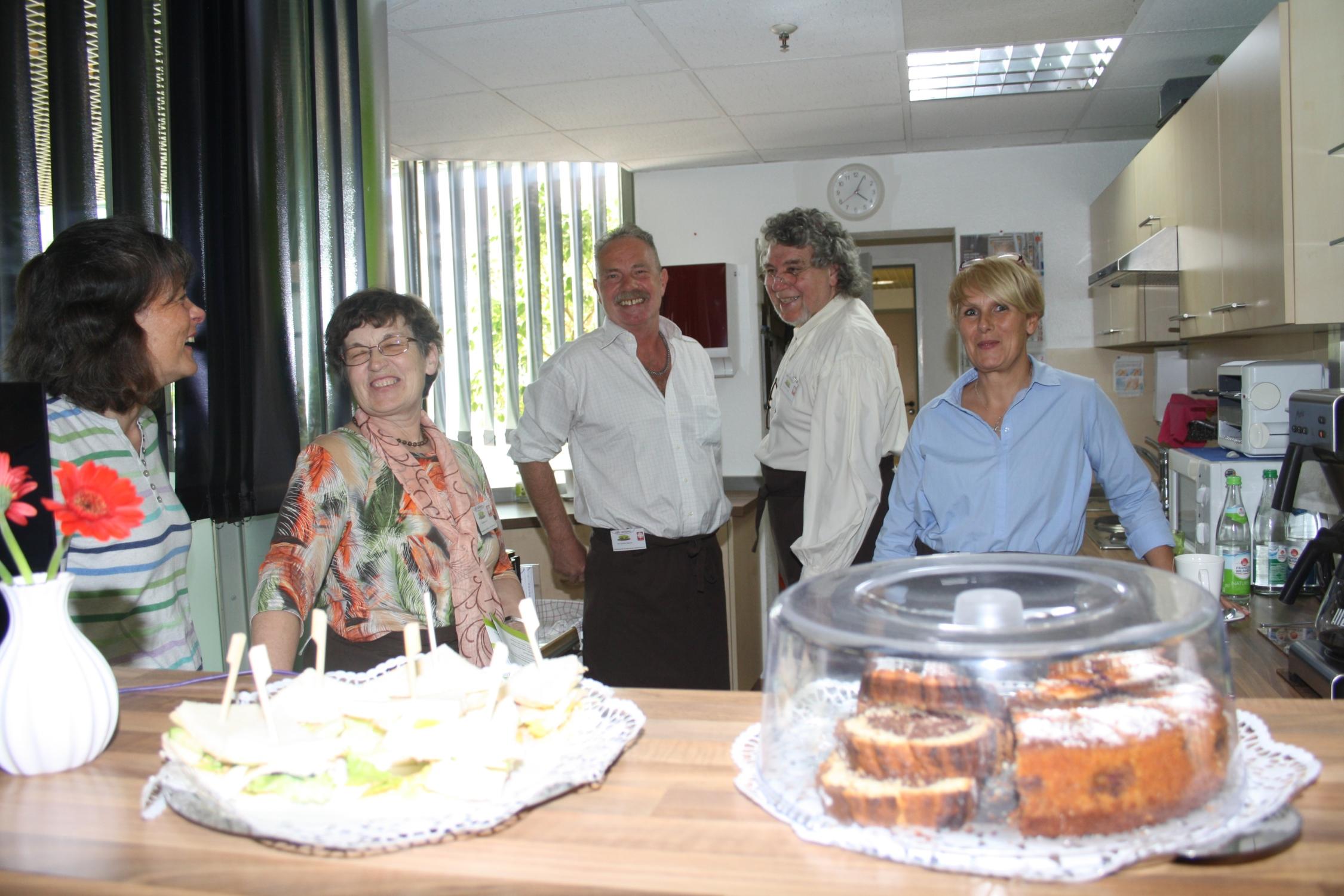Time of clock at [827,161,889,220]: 4:04
